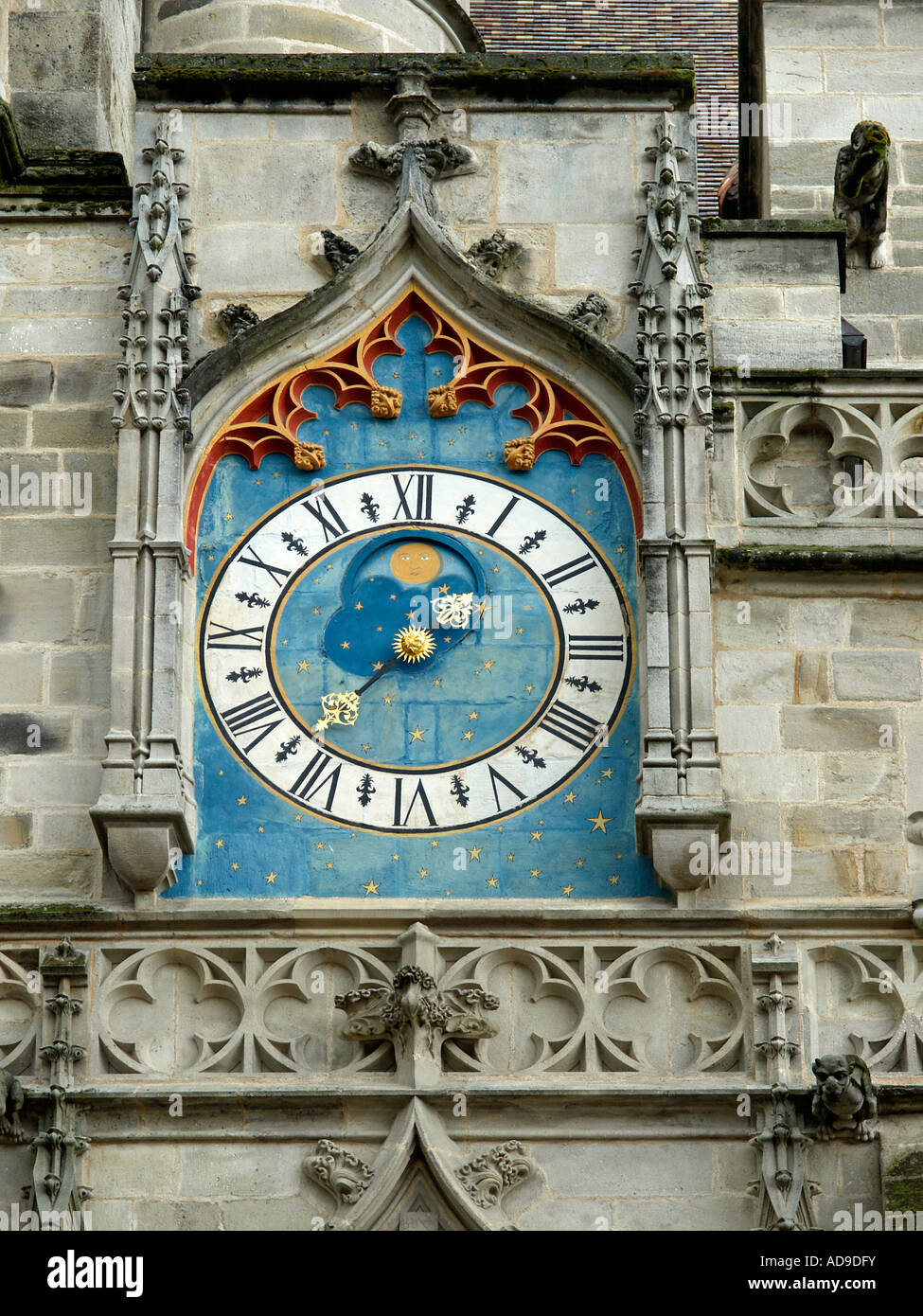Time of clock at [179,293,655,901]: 12:37
